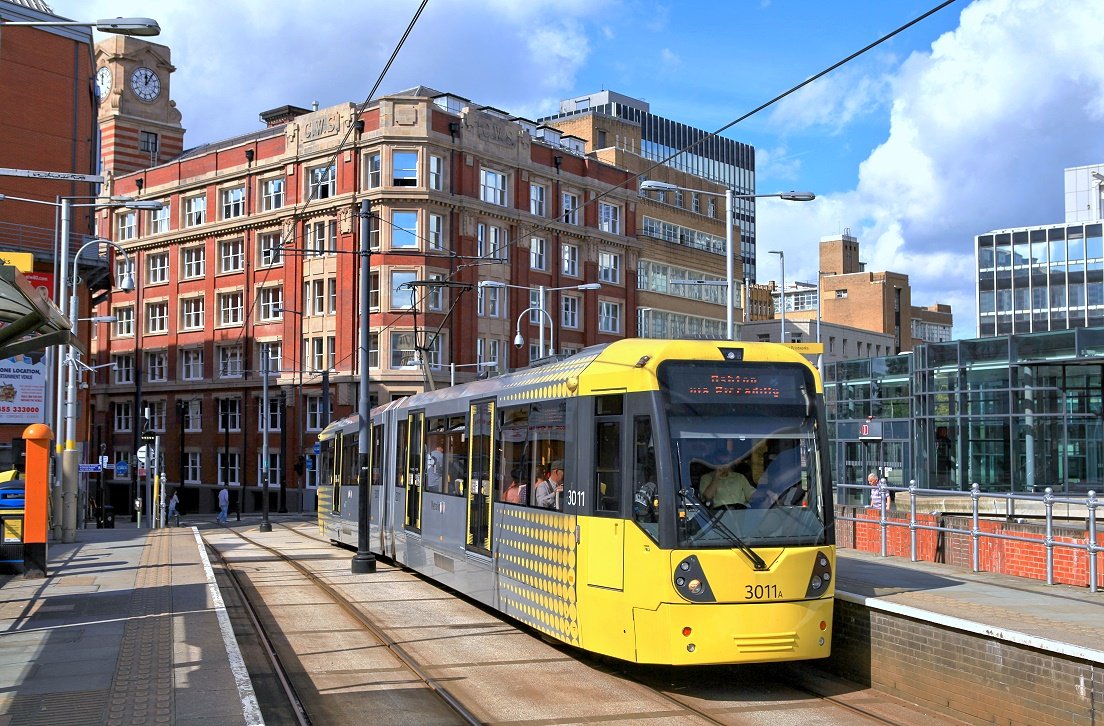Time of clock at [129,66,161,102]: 12:05
